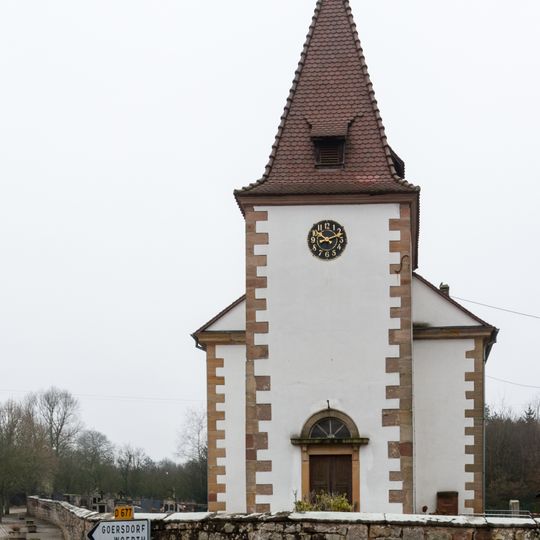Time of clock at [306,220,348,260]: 10:11
